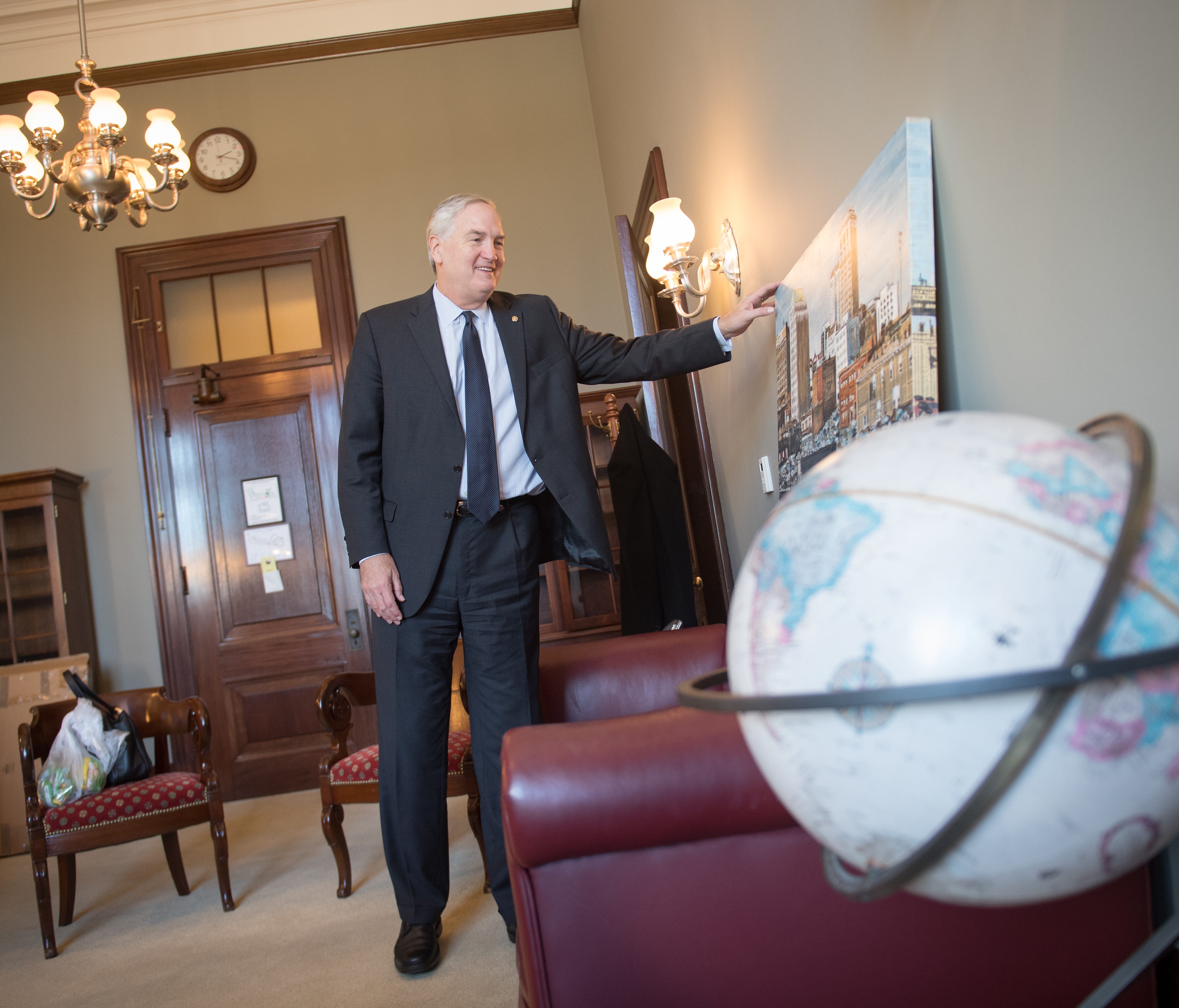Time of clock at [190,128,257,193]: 2:18
